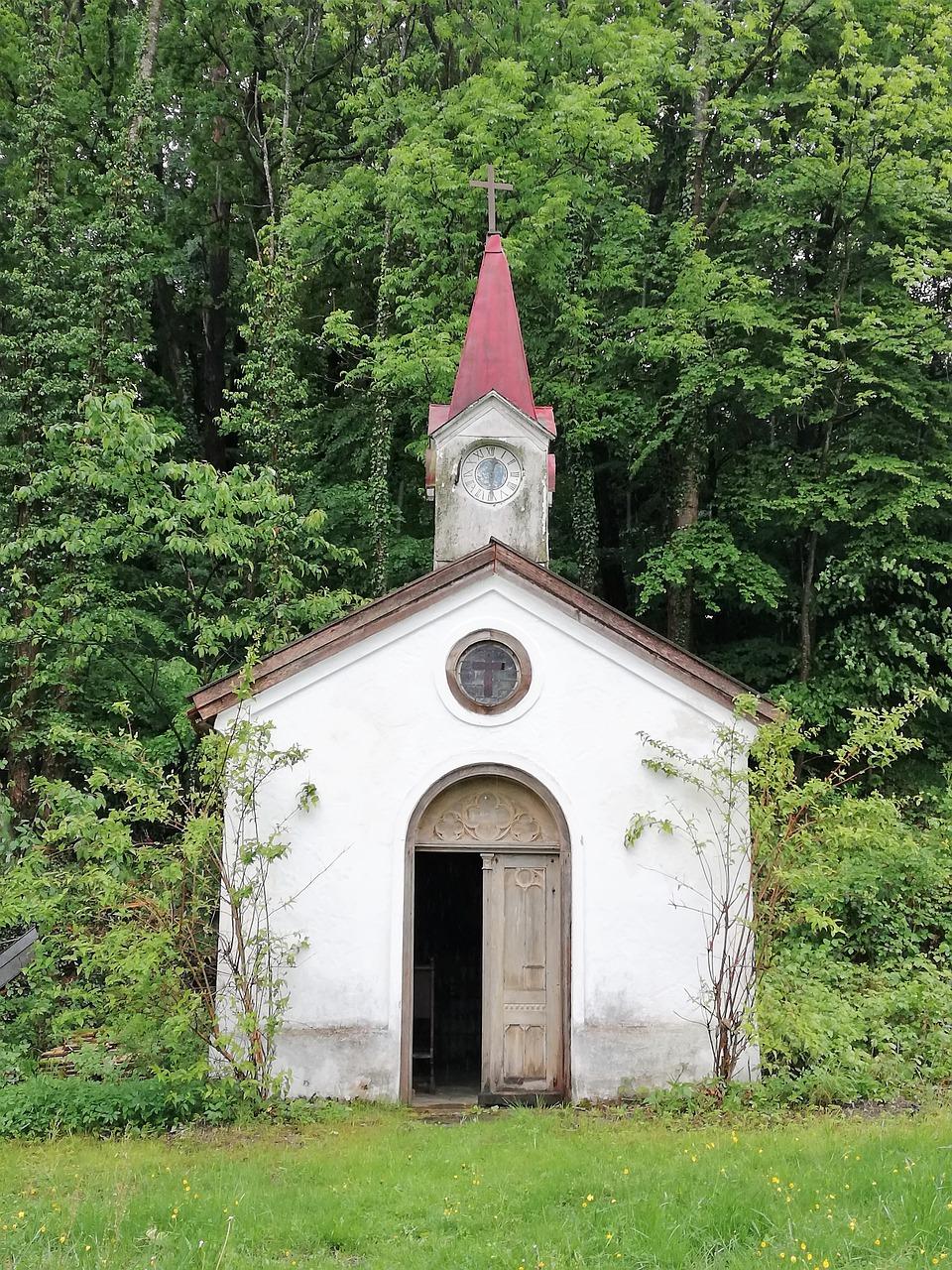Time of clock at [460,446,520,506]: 12:29
